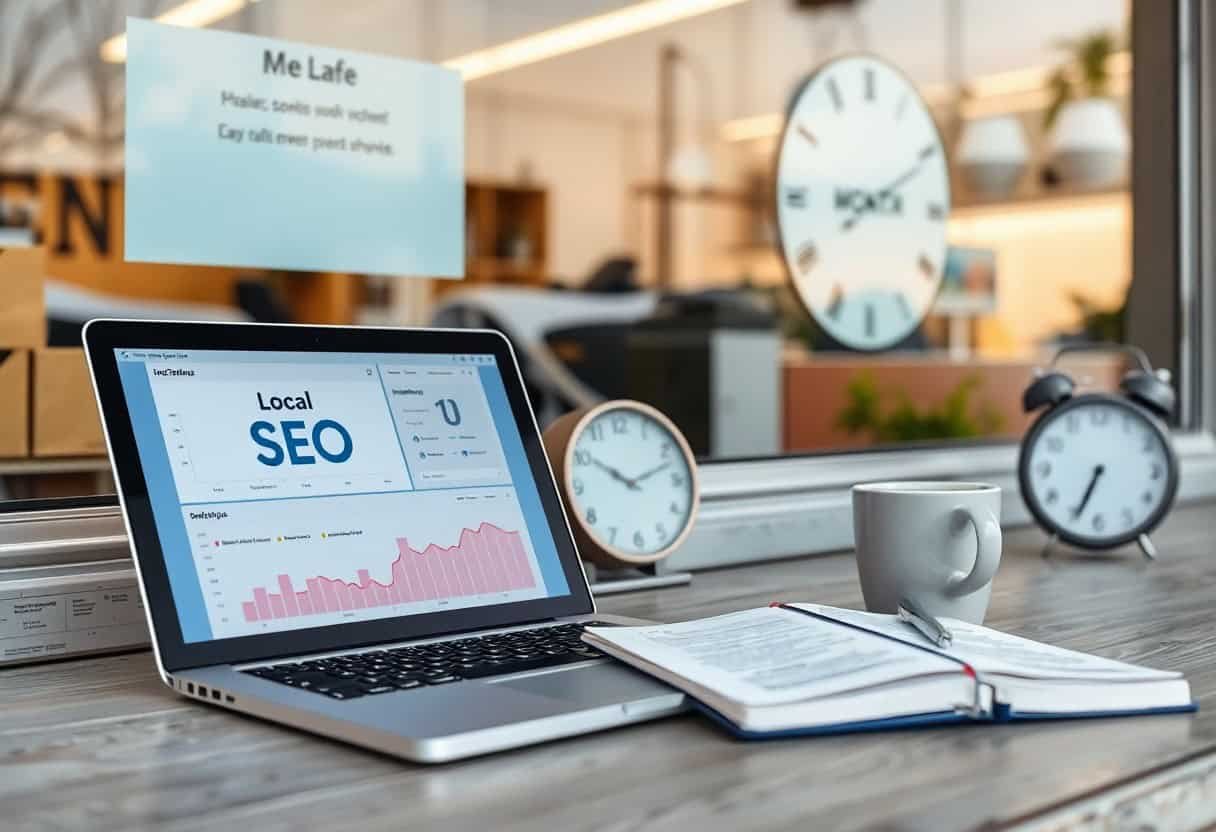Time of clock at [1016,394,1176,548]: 6:34
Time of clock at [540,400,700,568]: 10:12
